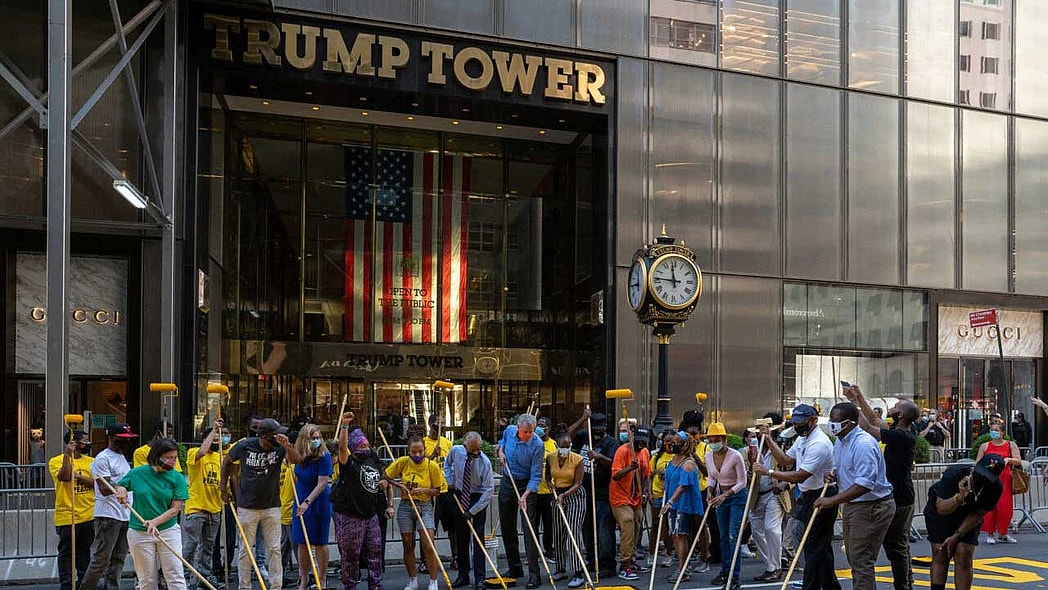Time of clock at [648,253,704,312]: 11:46
